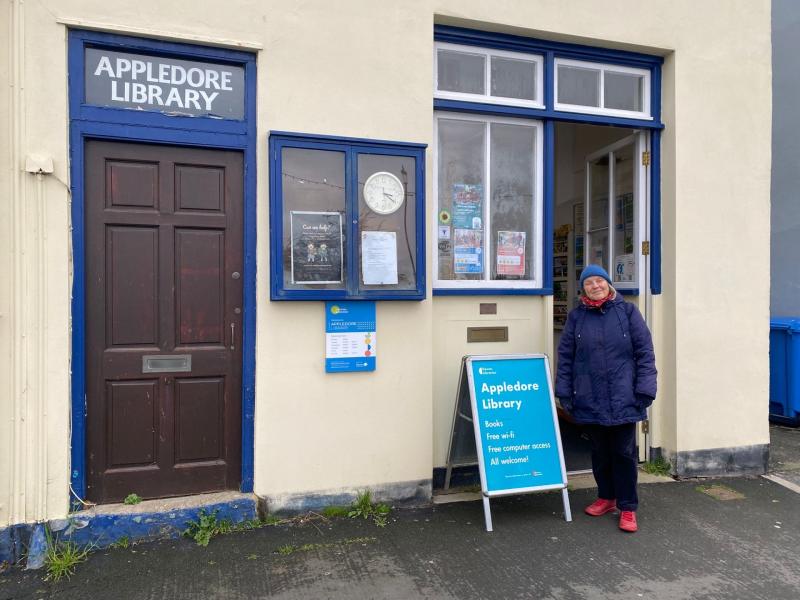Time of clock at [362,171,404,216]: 3:21
